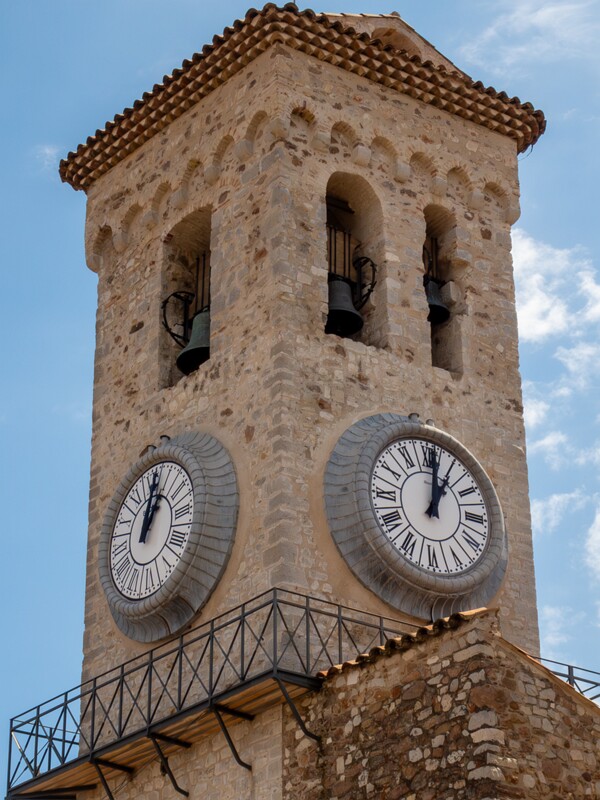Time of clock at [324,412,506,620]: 1:01
